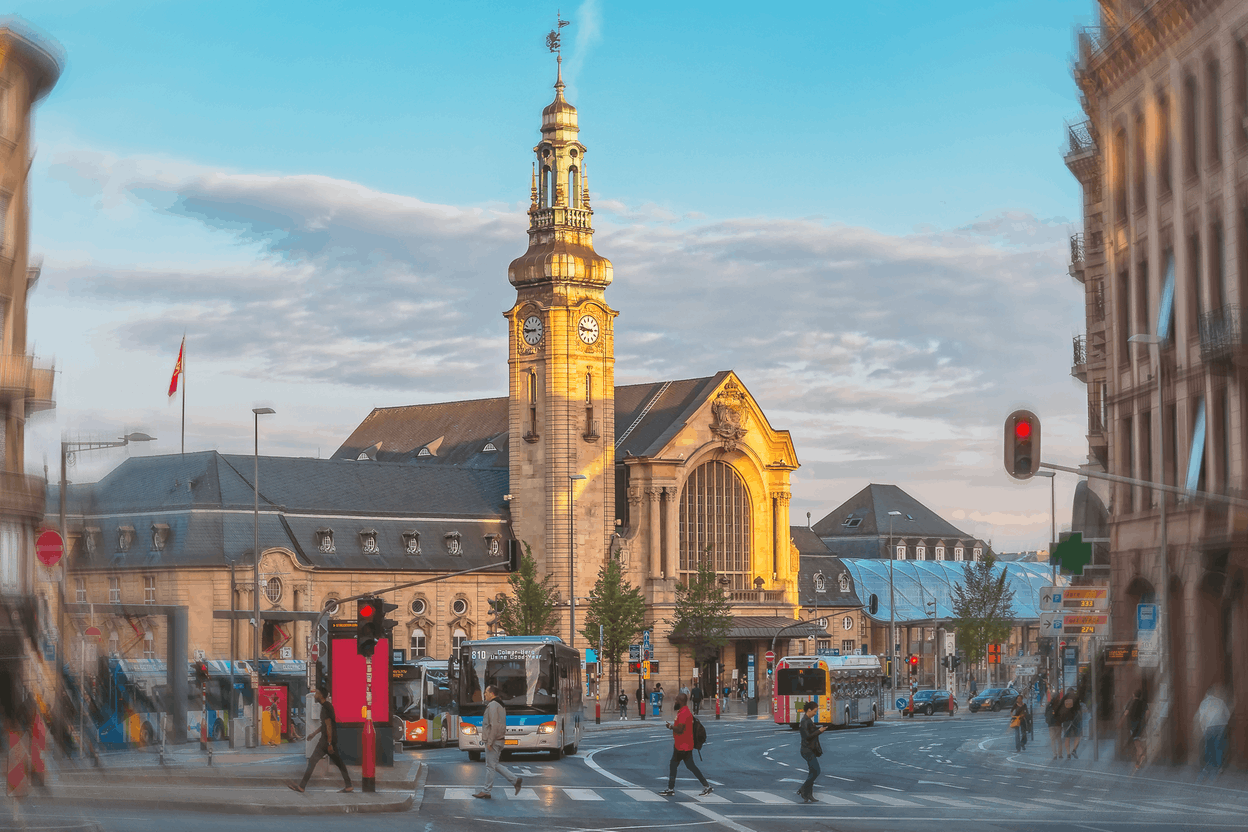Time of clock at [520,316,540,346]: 8:46
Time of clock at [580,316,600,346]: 8:47
